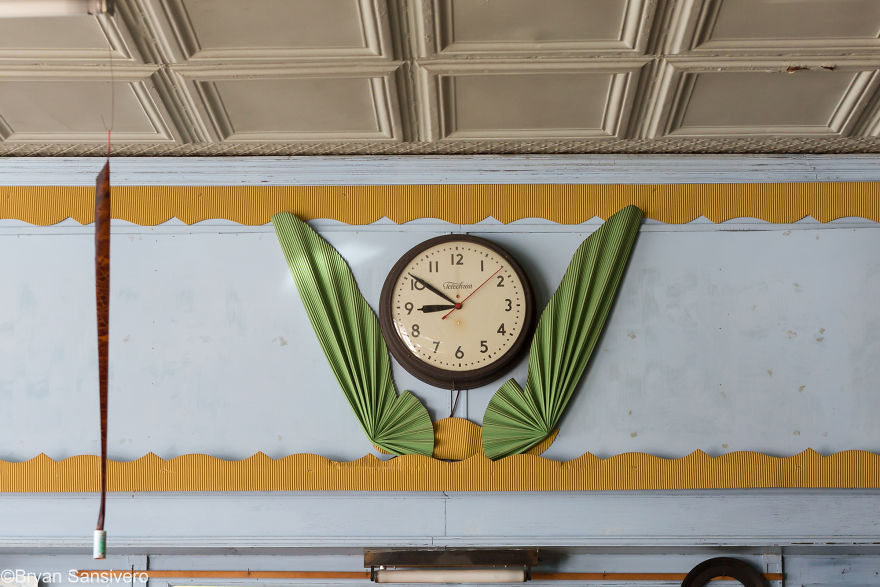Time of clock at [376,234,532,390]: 8:50
